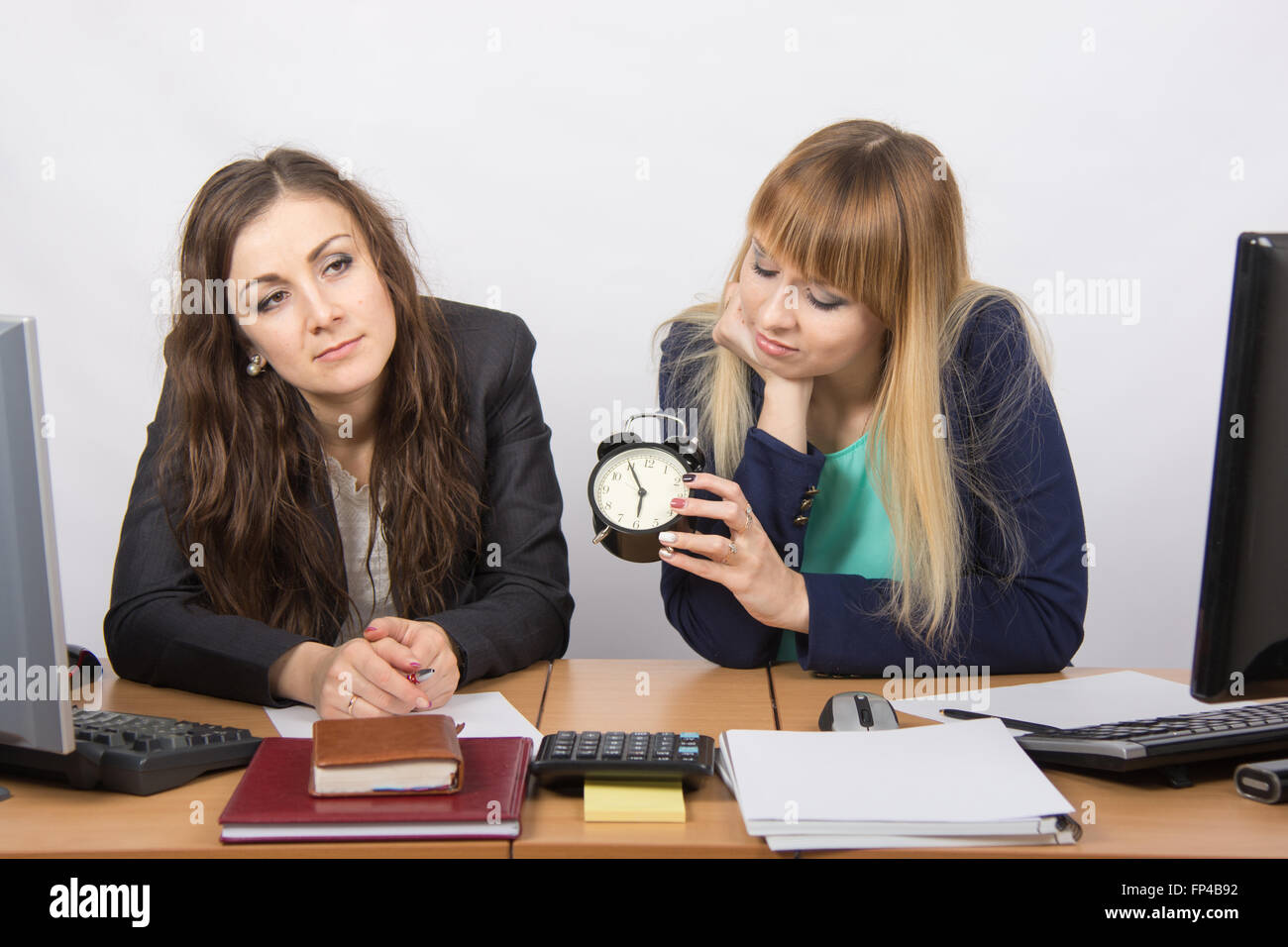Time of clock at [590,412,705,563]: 5:55
